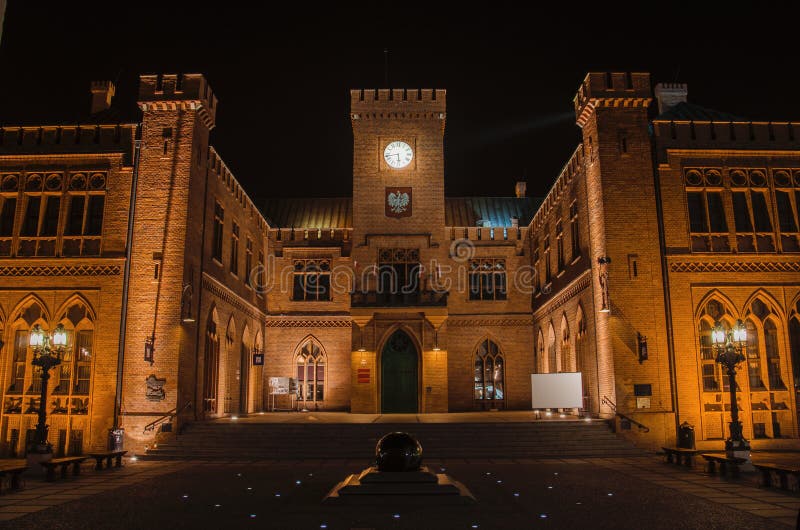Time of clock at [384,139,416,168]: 5:43
